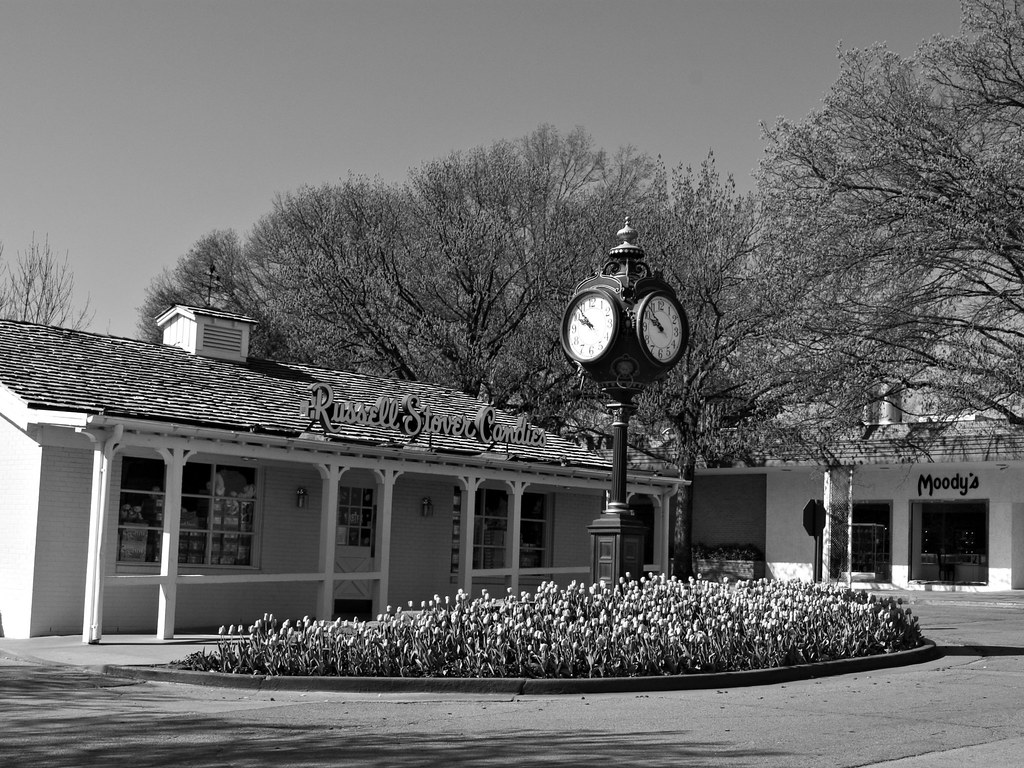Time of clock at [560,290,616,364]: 9:53
